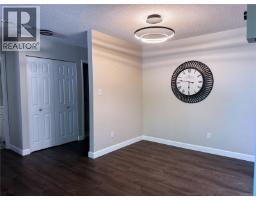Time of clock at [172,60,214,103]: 5:46
